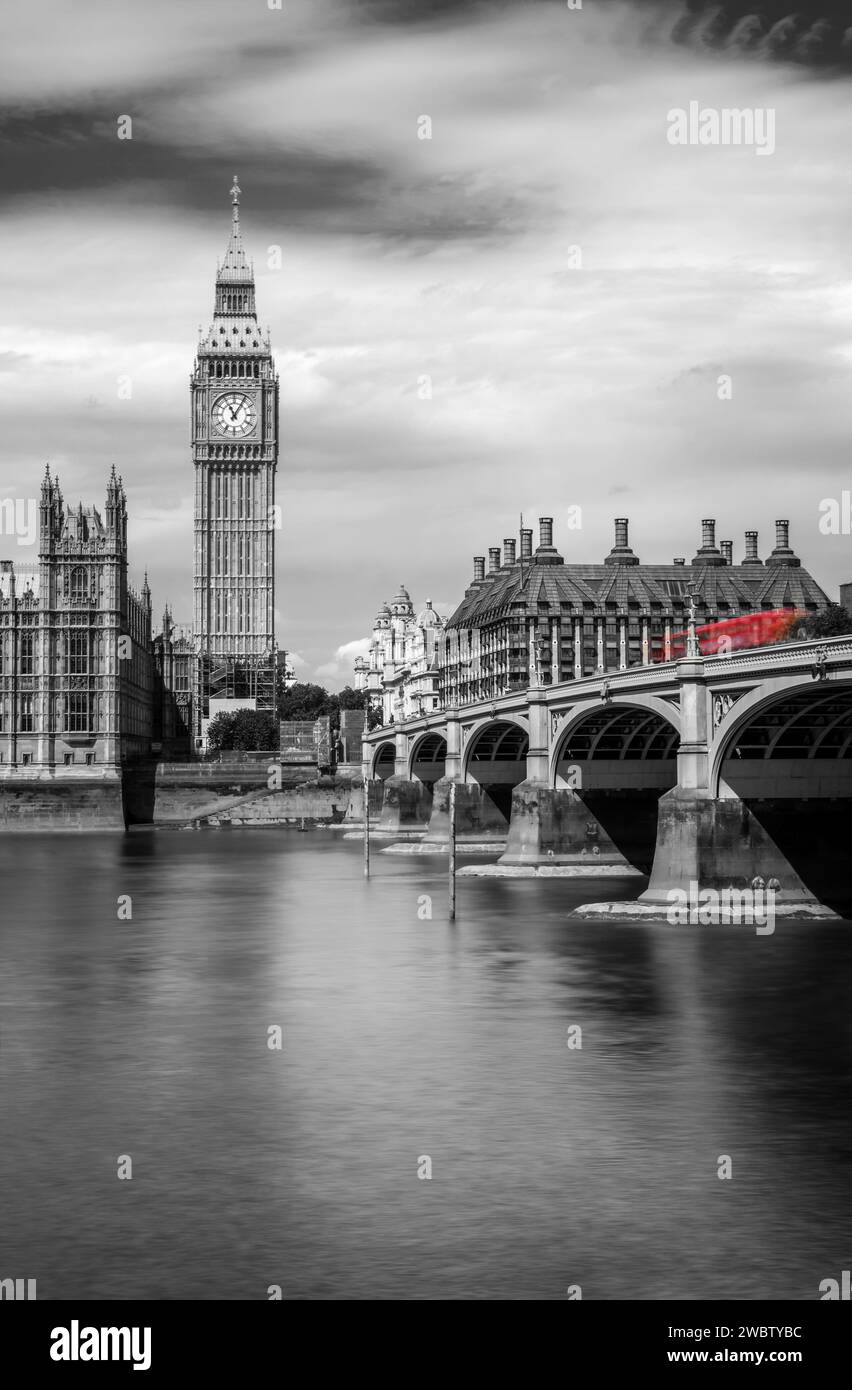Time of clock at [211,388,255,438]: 11:05
